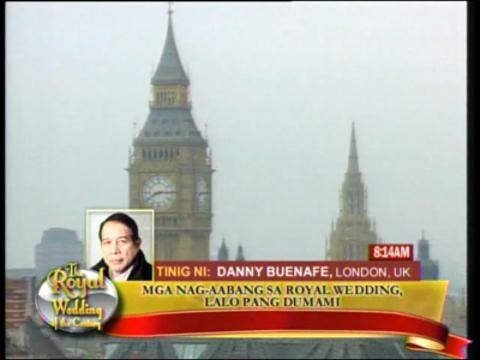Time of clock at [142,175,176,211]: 8:14
